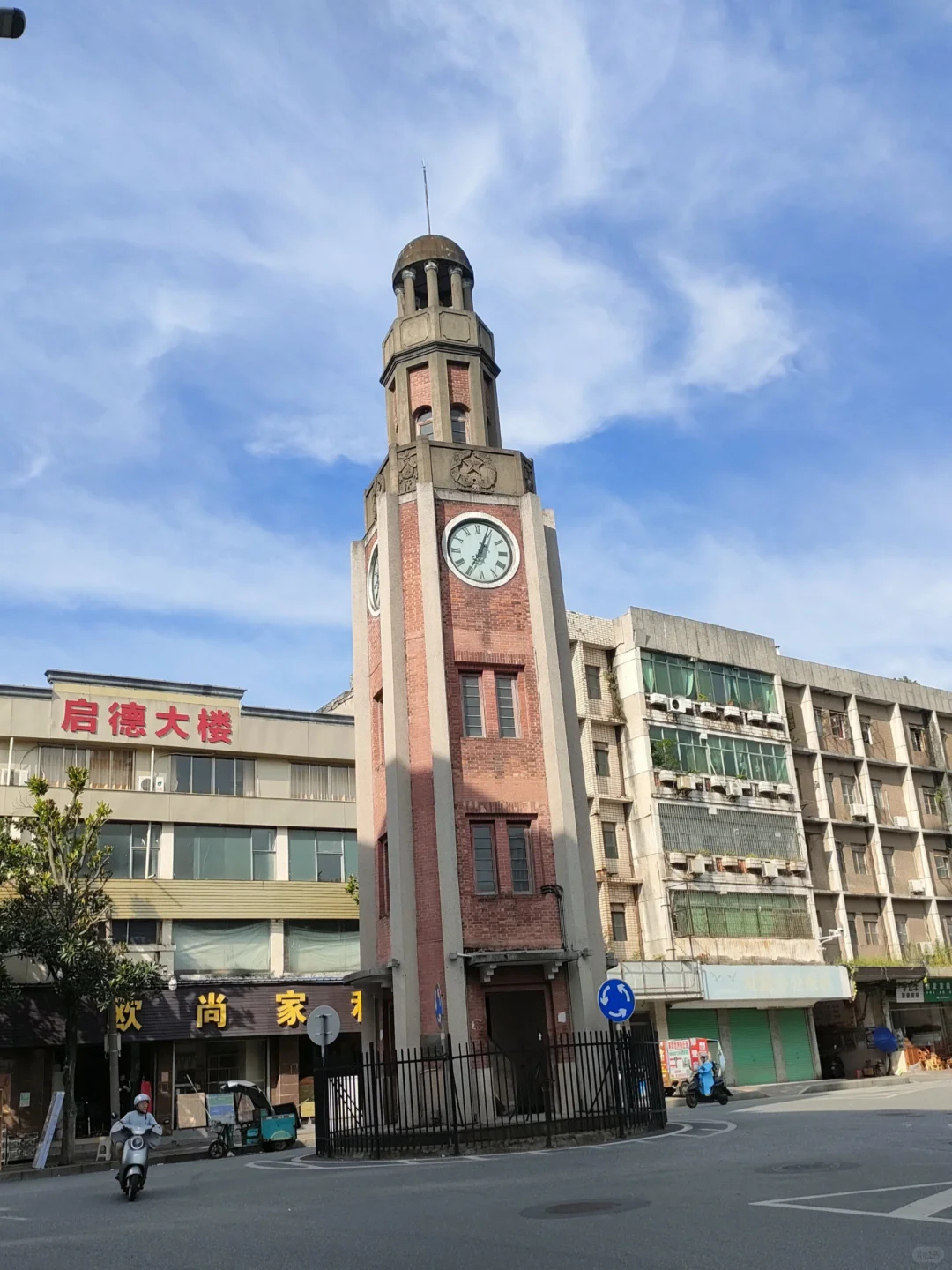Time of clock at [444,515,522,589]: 7:03
